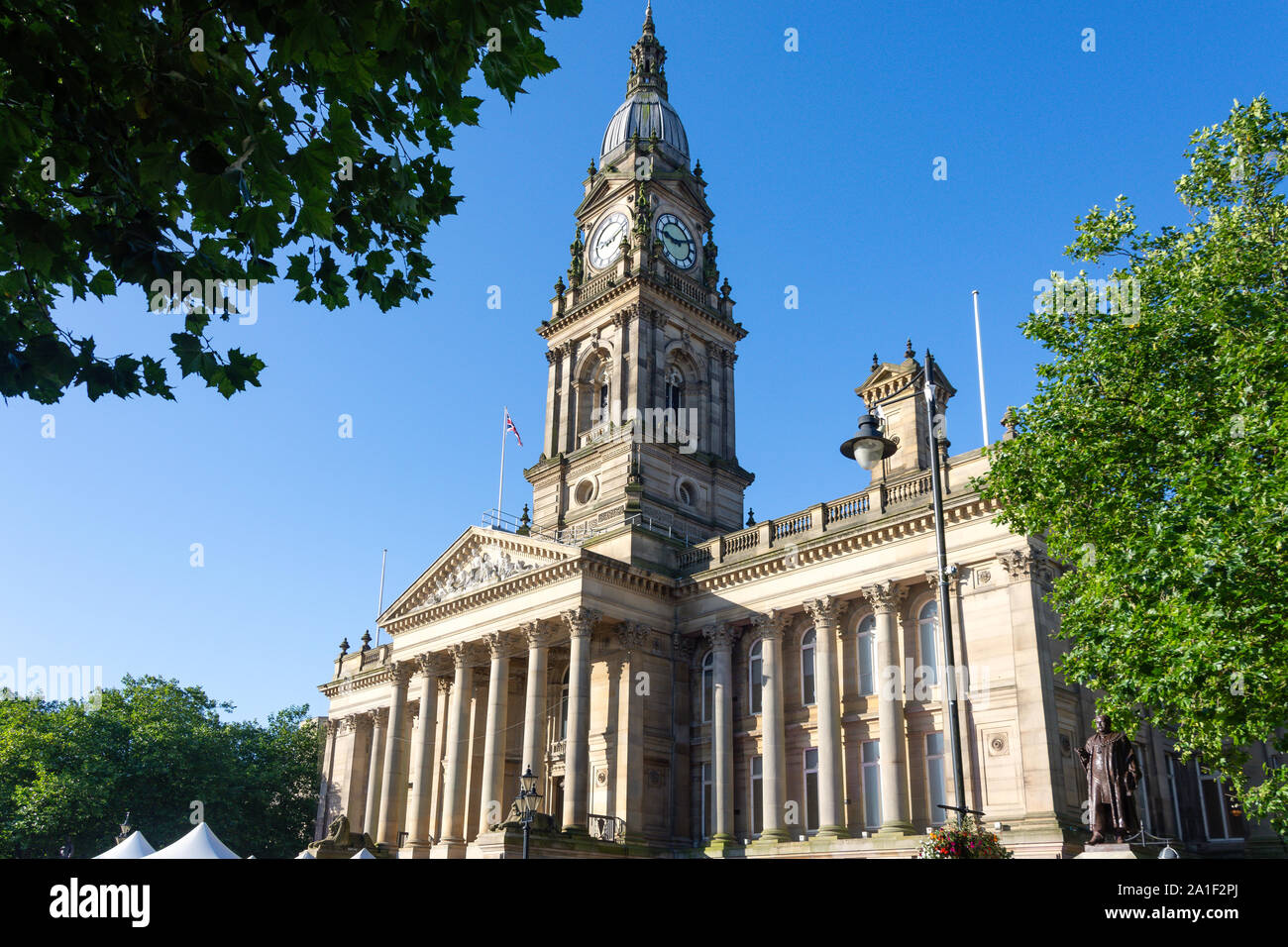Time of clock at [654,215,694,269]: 9:12
